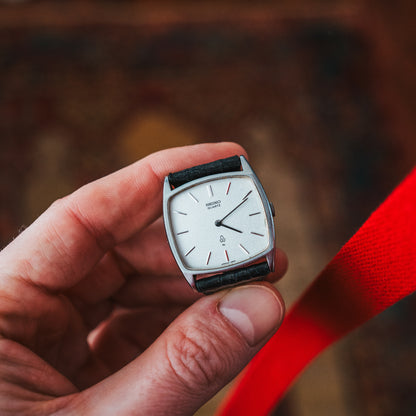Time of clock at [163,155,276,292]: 4:10
